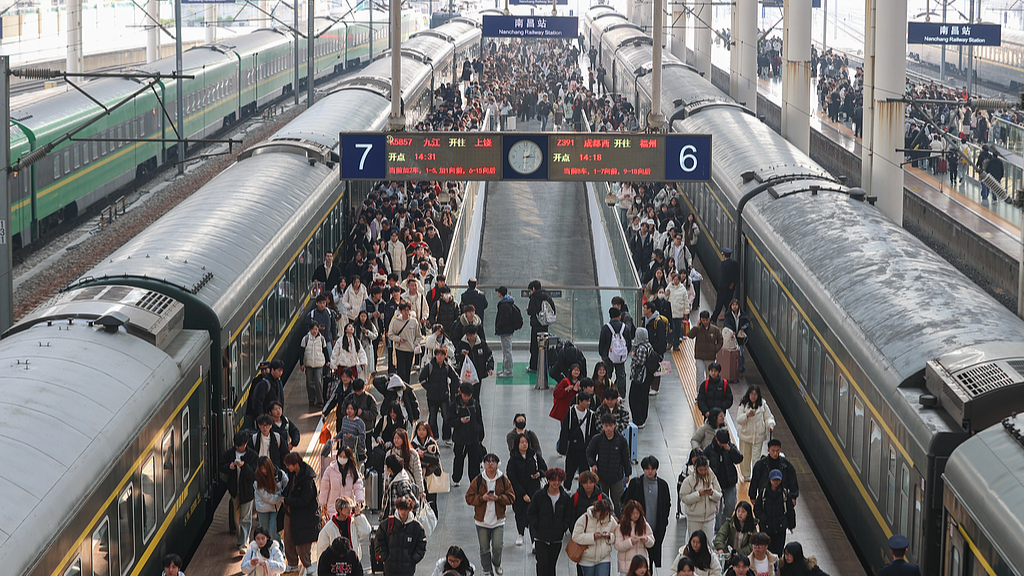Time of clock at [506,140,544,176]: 2:14
